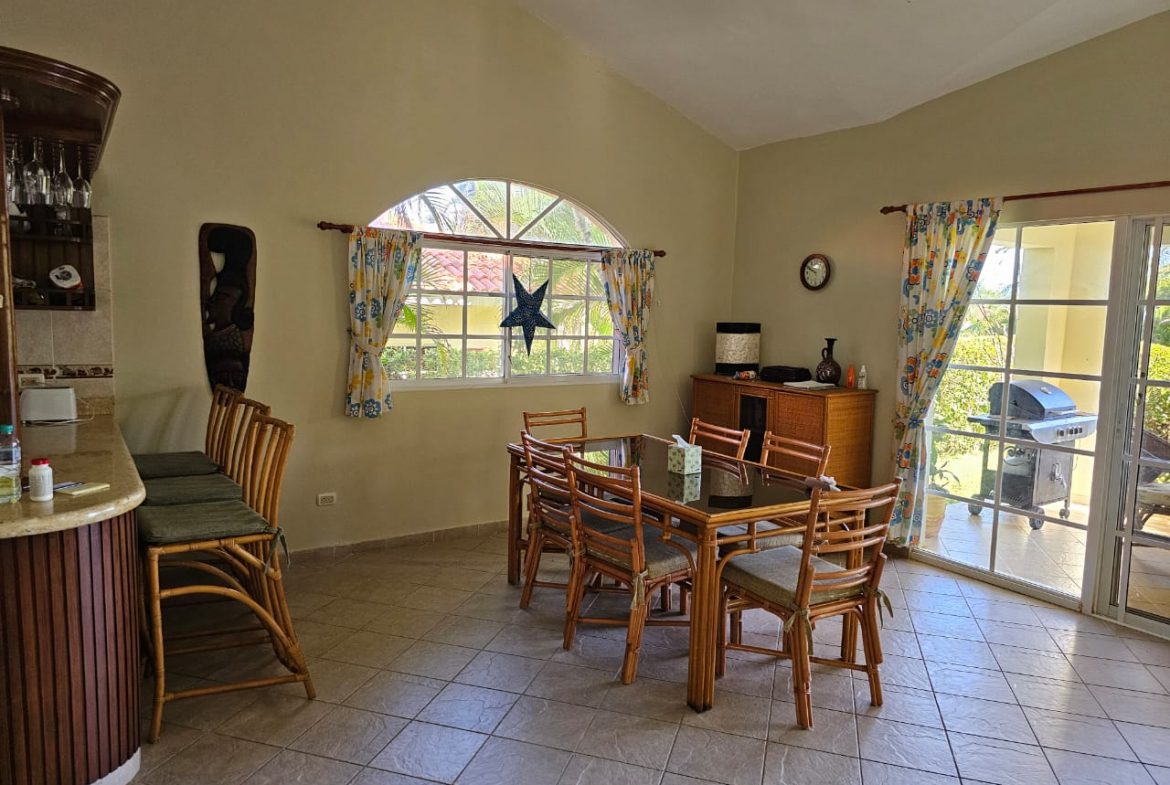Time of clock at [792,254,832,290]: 9:50
